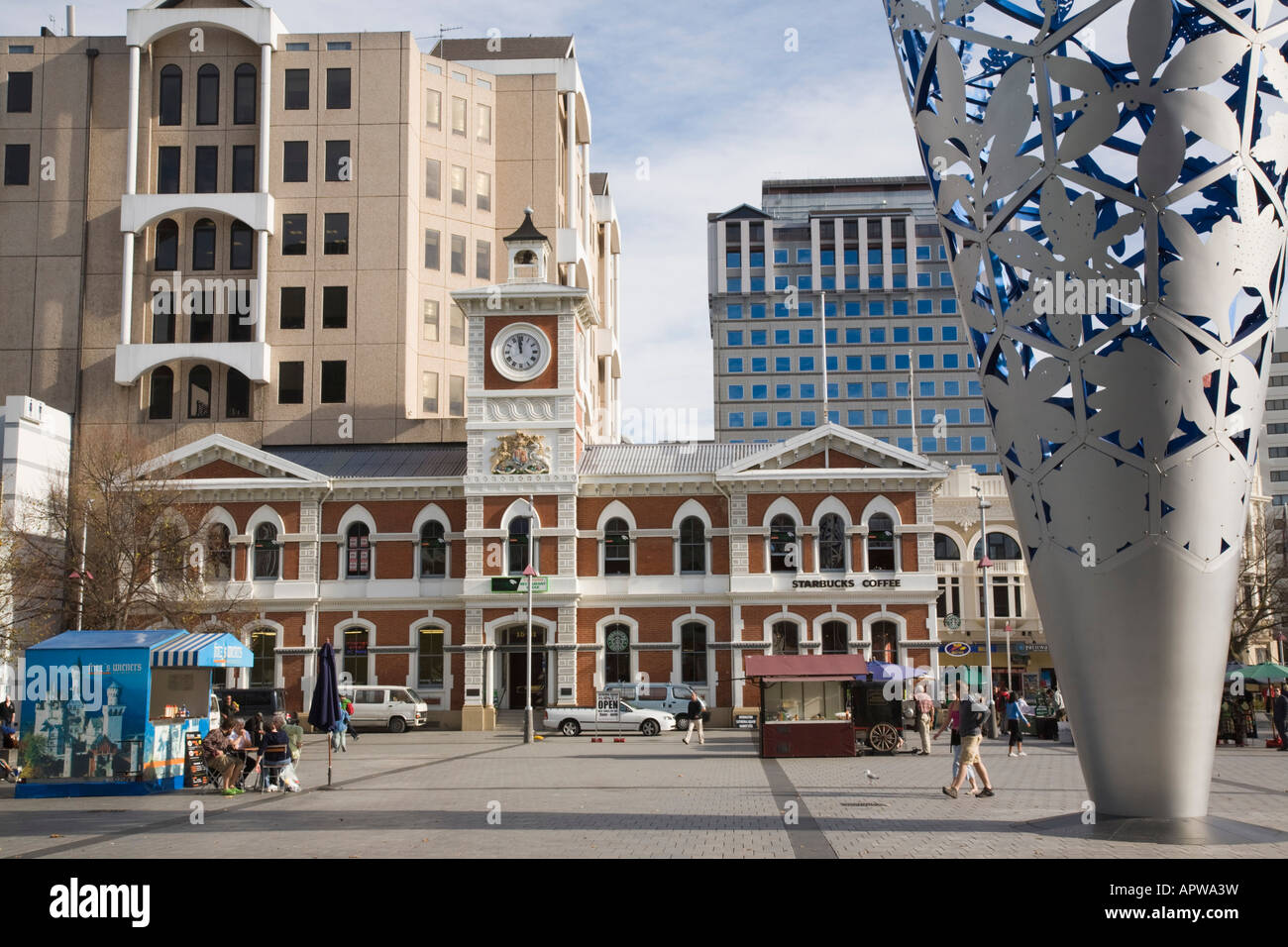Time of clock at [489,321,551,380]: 11:58
